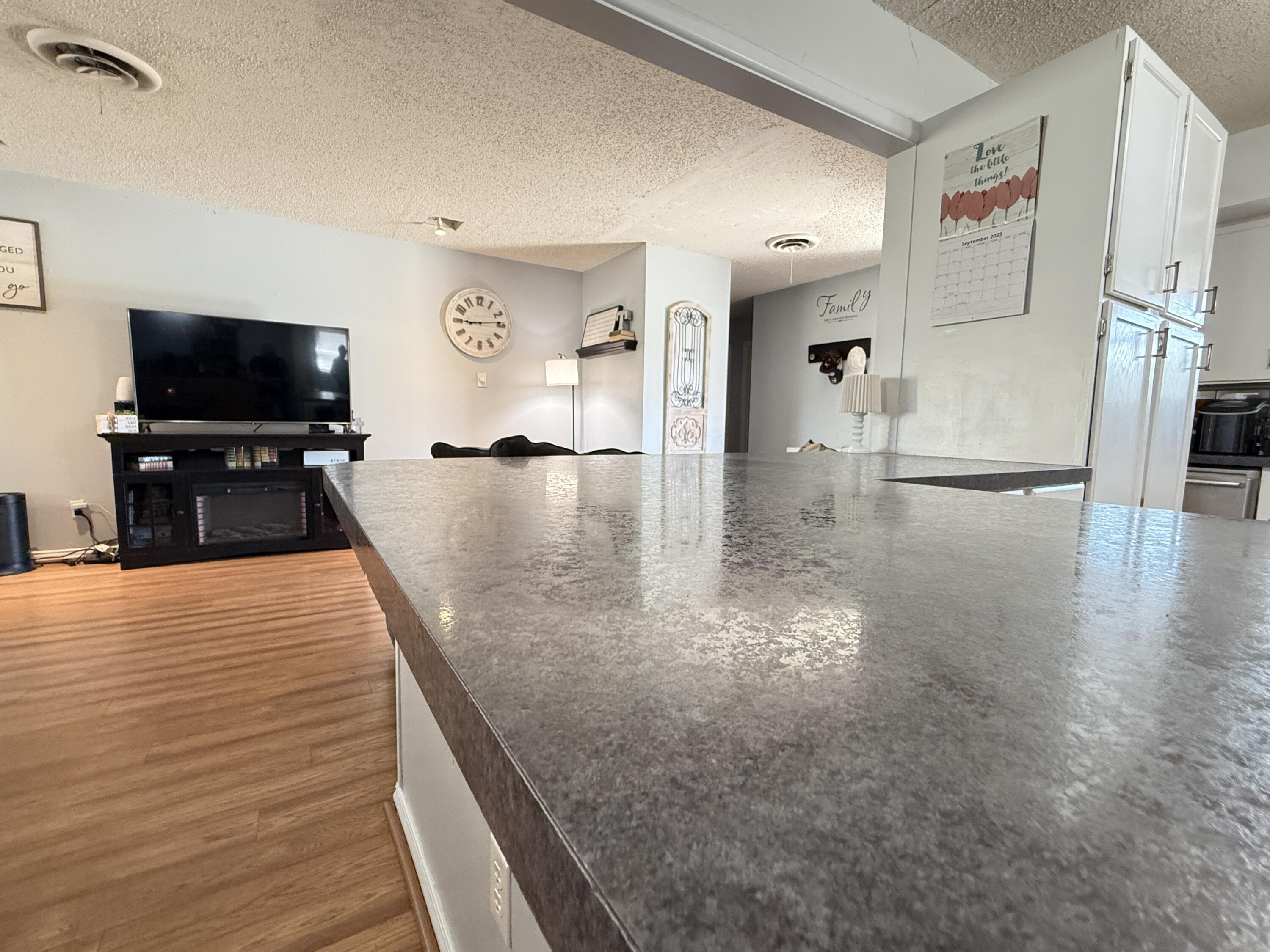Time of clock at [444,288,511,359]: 9:13
